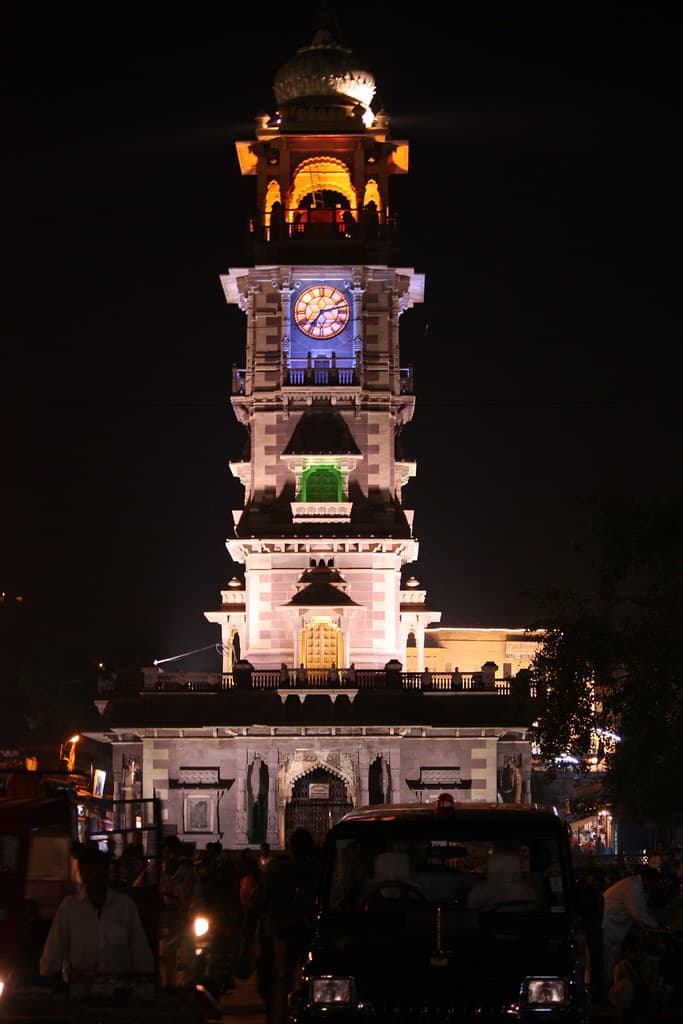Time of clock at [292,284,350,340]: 7:12
